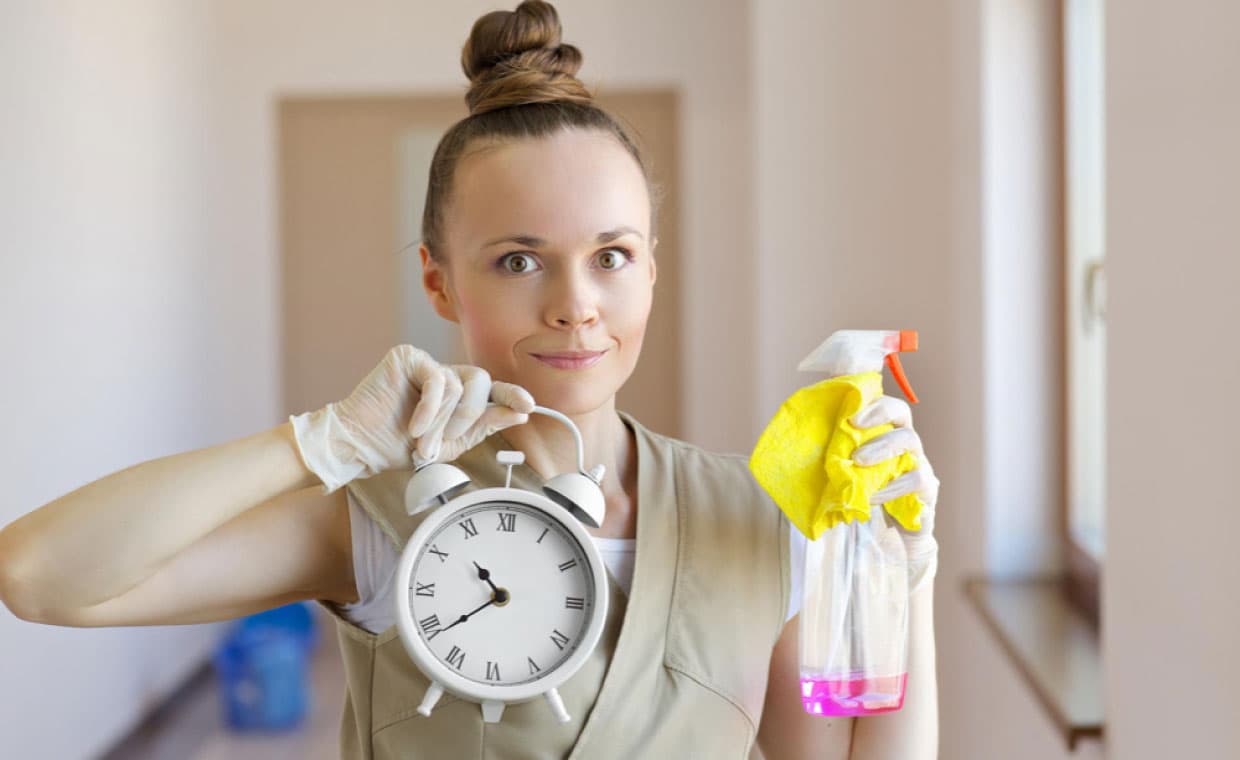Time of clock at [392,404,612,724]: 10:38
